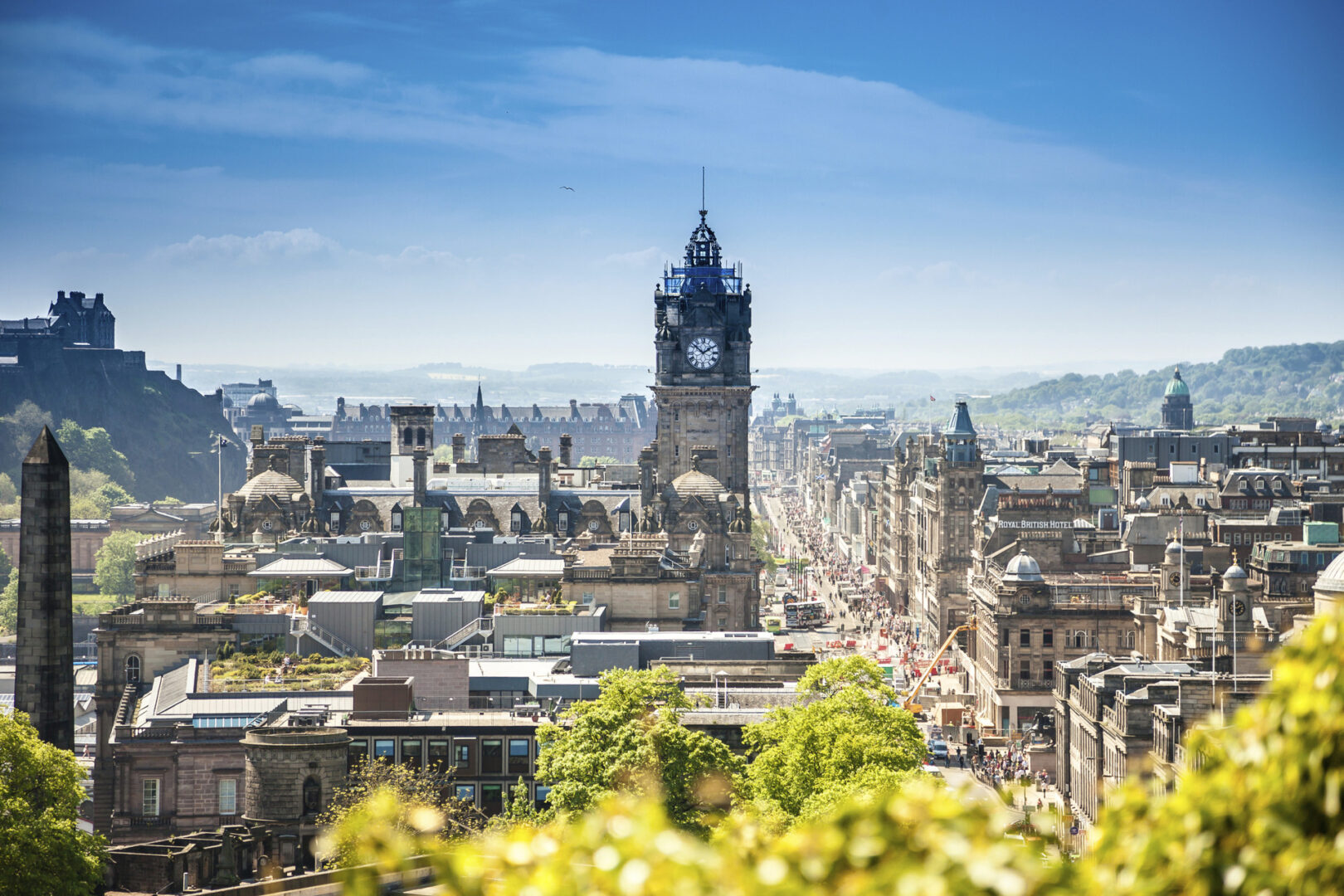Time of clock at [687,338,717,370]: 1:51
